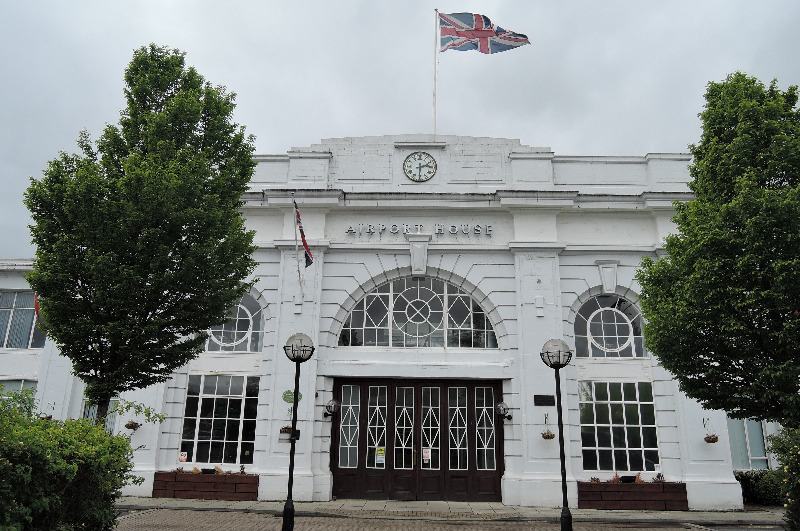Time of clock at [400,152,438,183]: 2:30
